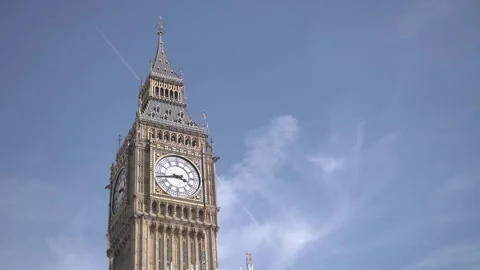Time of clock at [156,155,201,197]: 3:43
